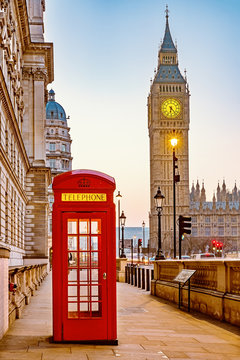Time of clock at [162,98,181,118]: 6:23
